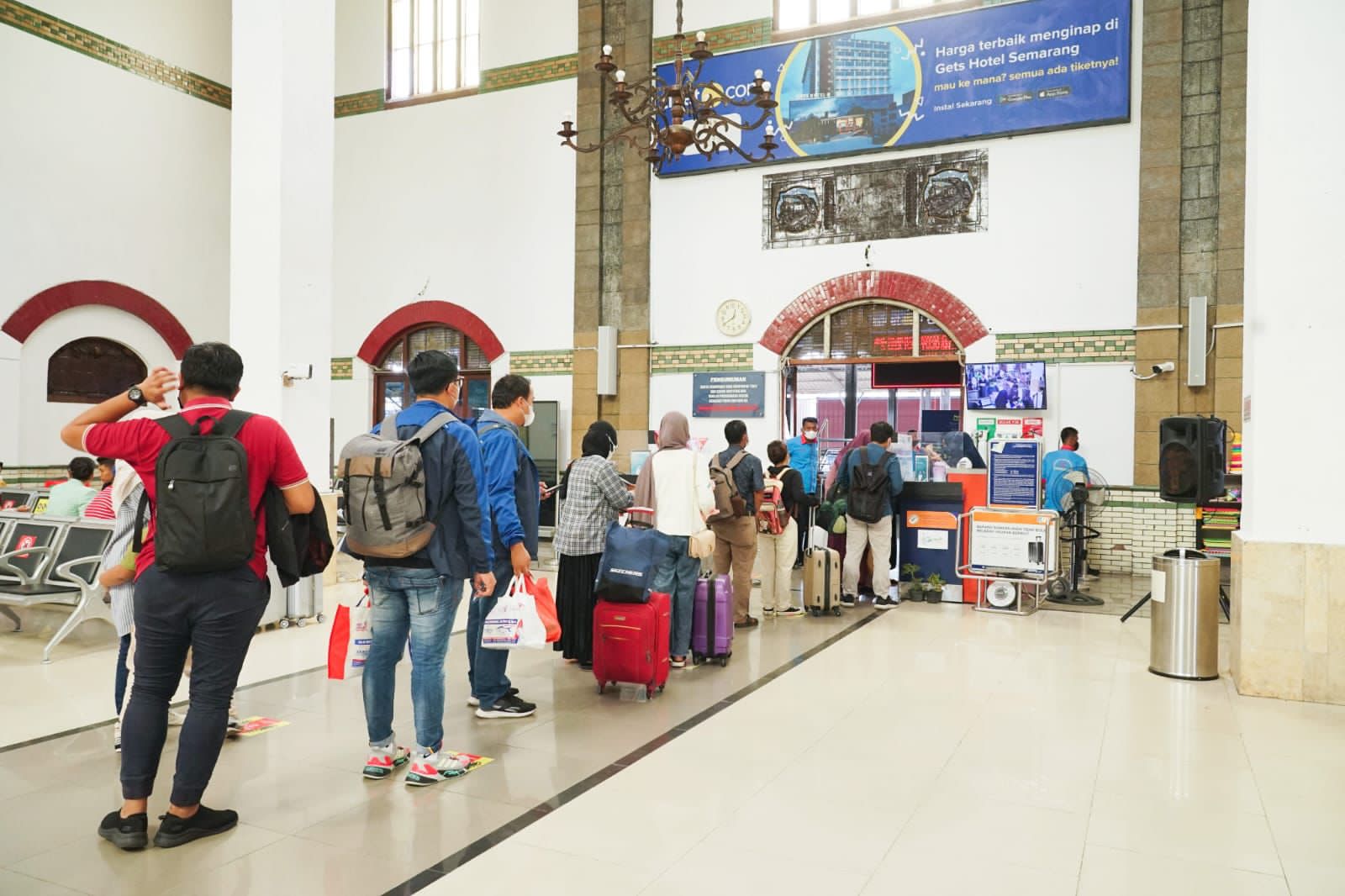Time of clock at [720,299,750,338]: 12:40
